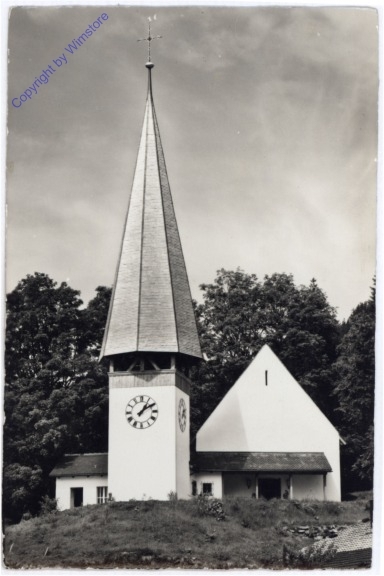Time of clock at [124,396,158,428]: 1:09
